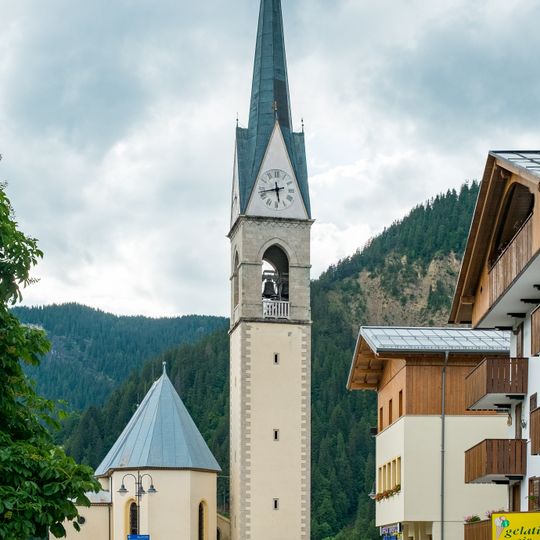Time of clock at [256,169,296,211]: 5:42
